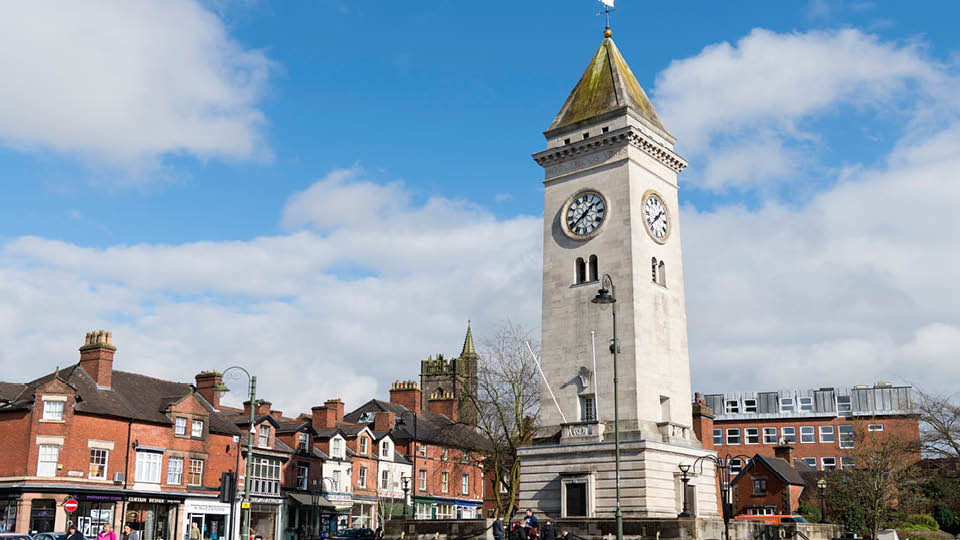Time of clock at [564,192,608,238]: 1:38
